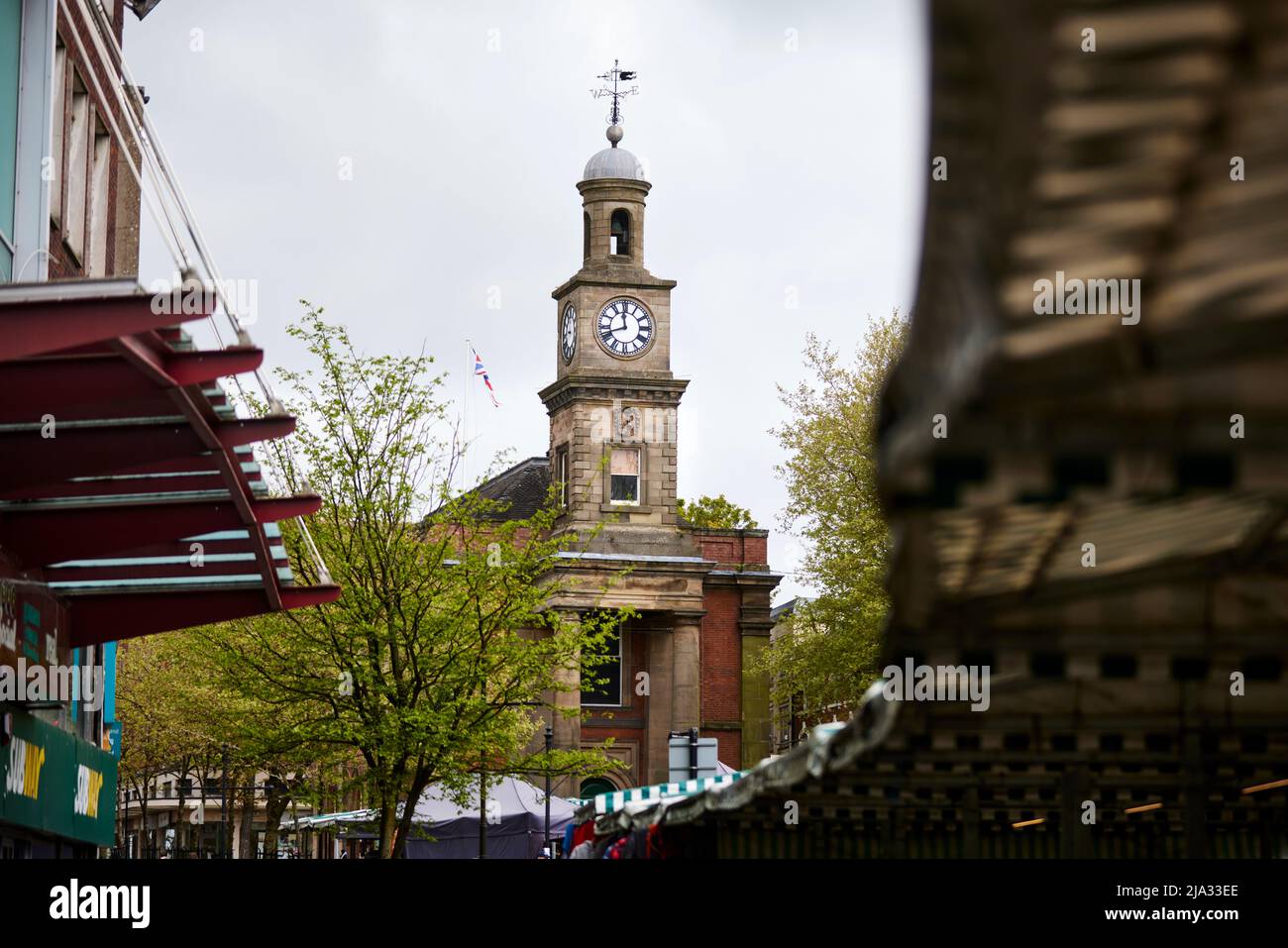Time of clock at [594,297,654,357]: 11:42
